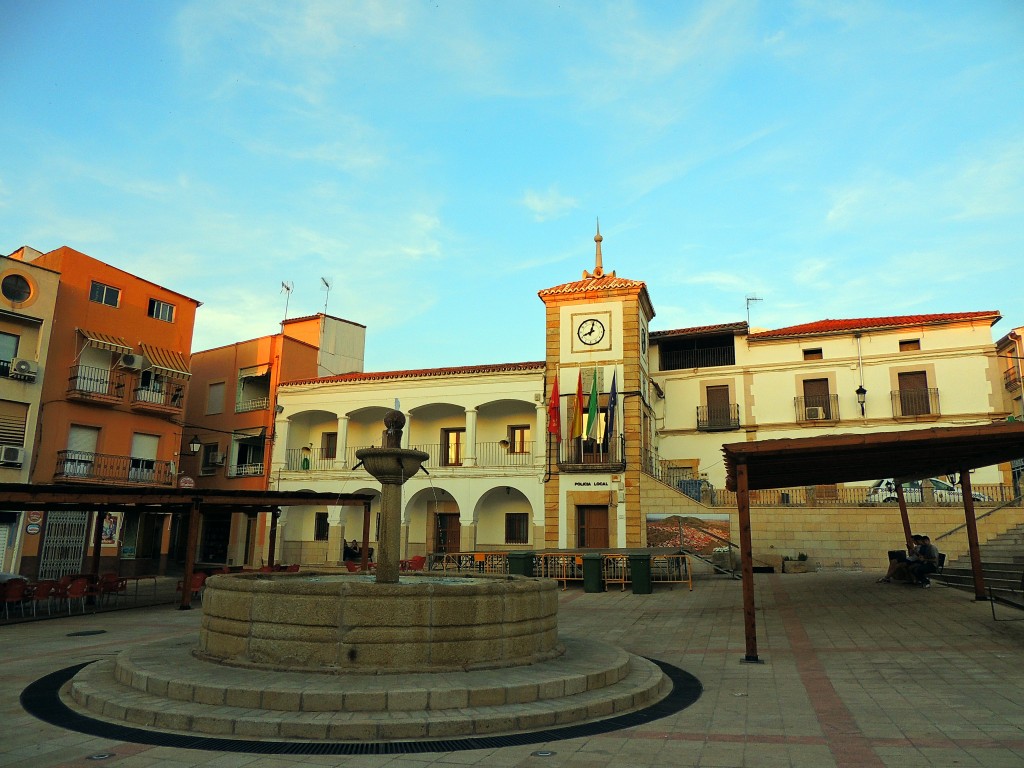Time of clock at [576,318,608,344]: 8:02
